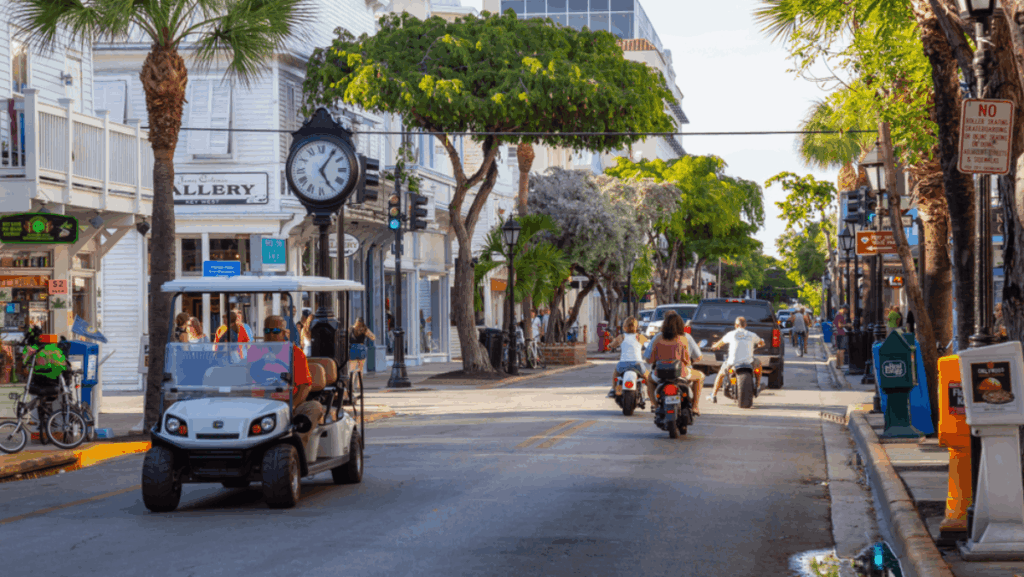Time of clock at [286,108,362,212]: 5:06
